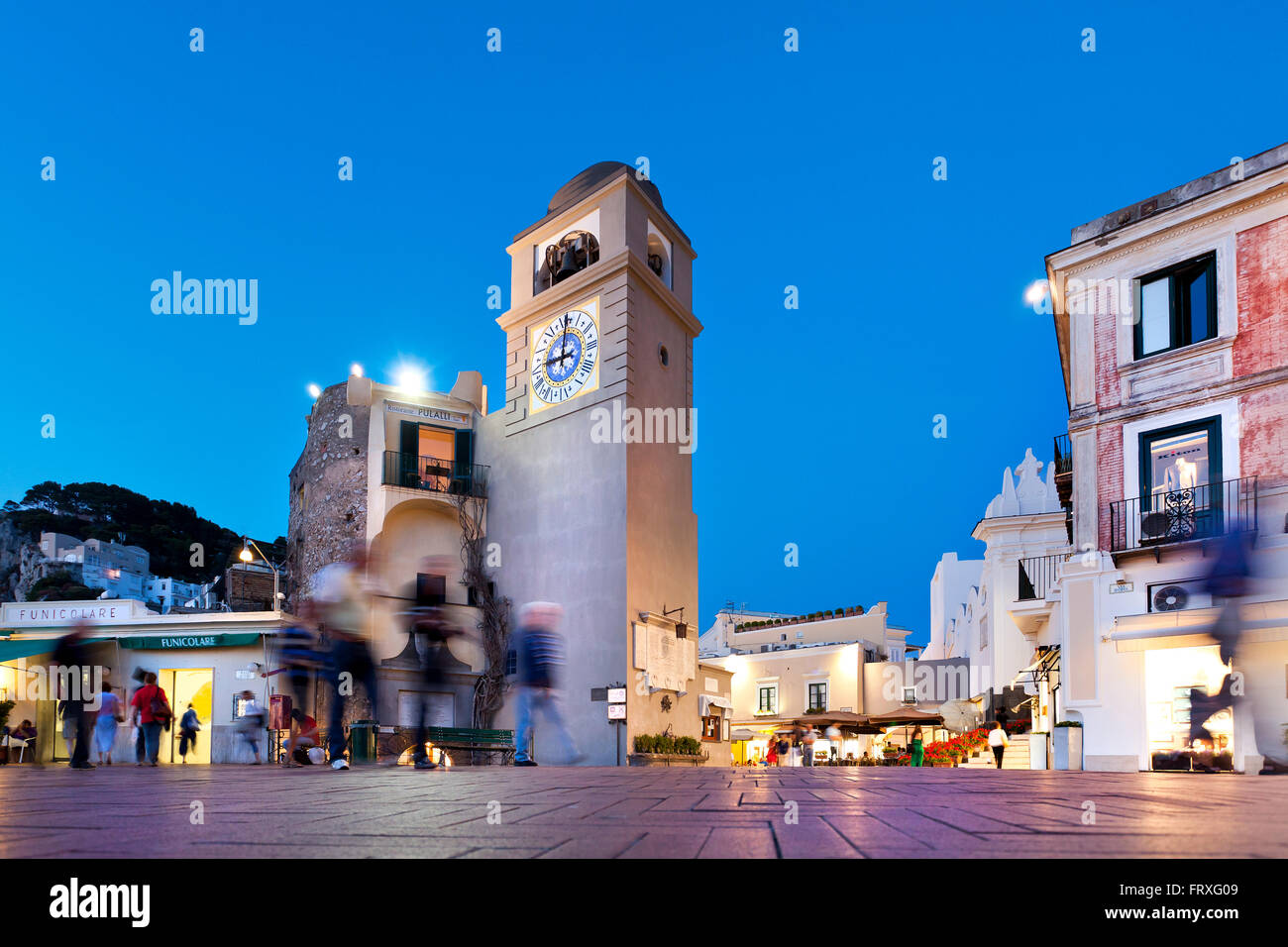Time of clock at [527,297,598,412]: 9:00
